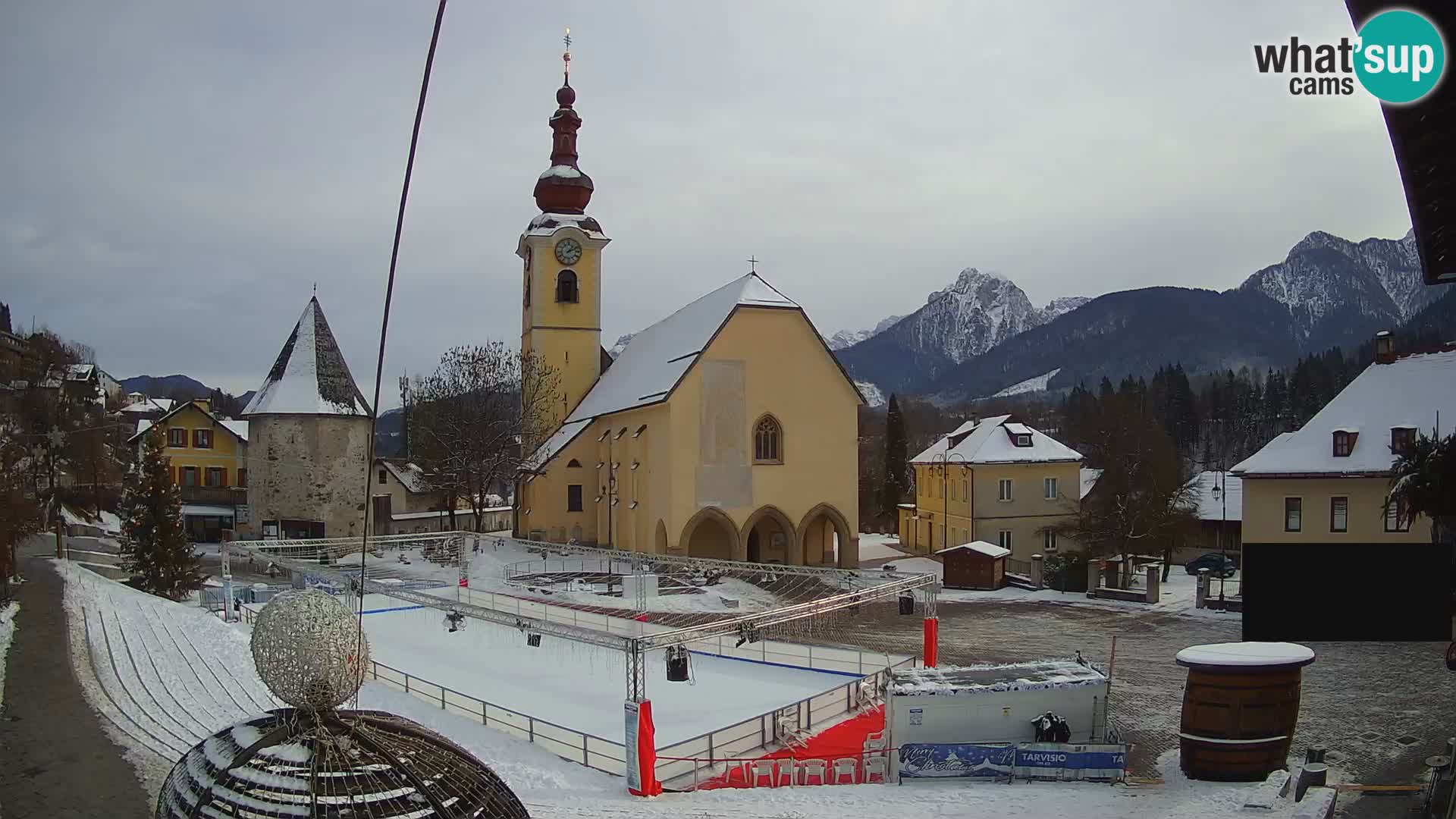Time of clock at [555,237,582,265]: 1:11
